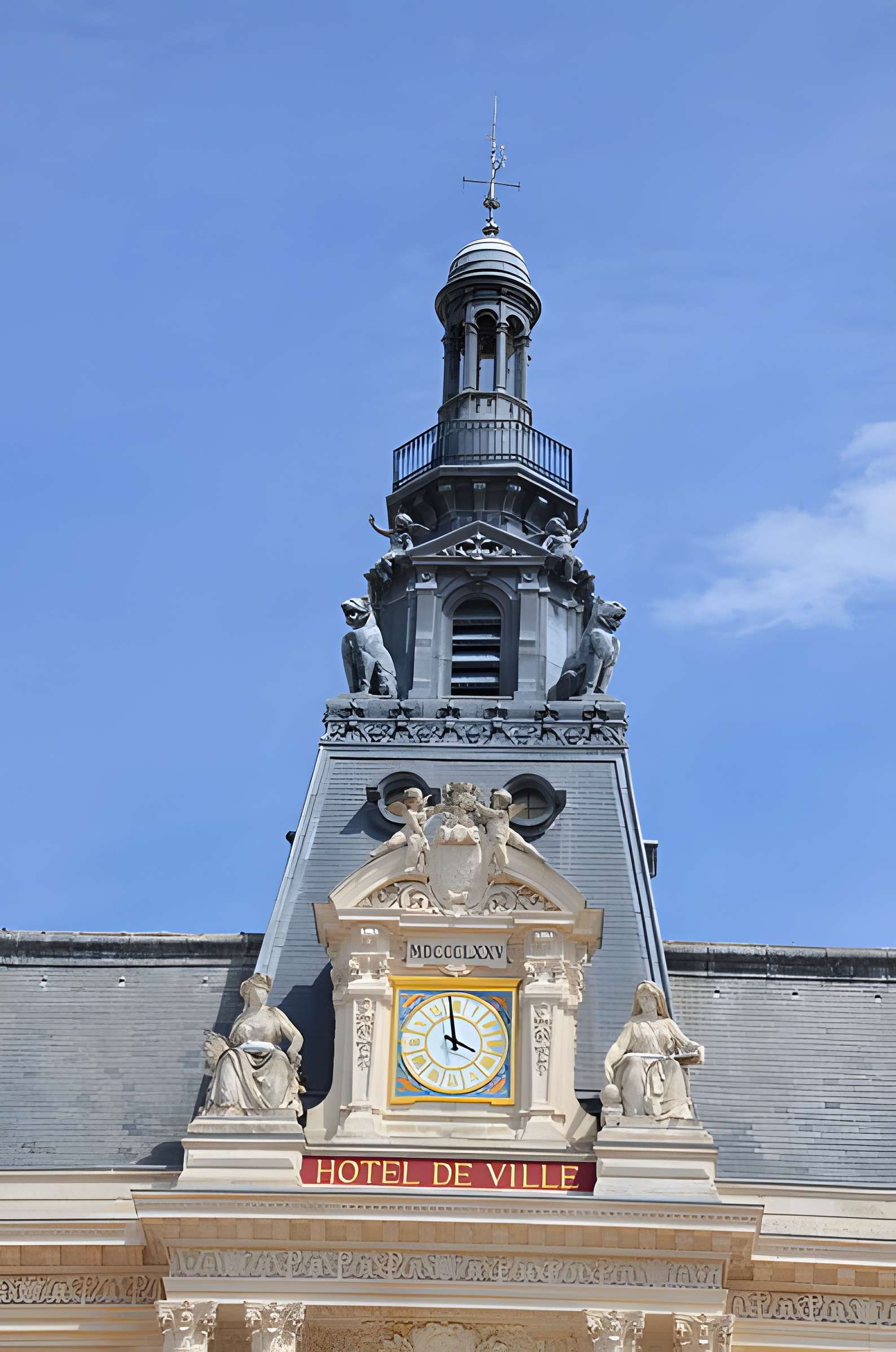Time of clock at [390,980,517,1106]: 3:58
